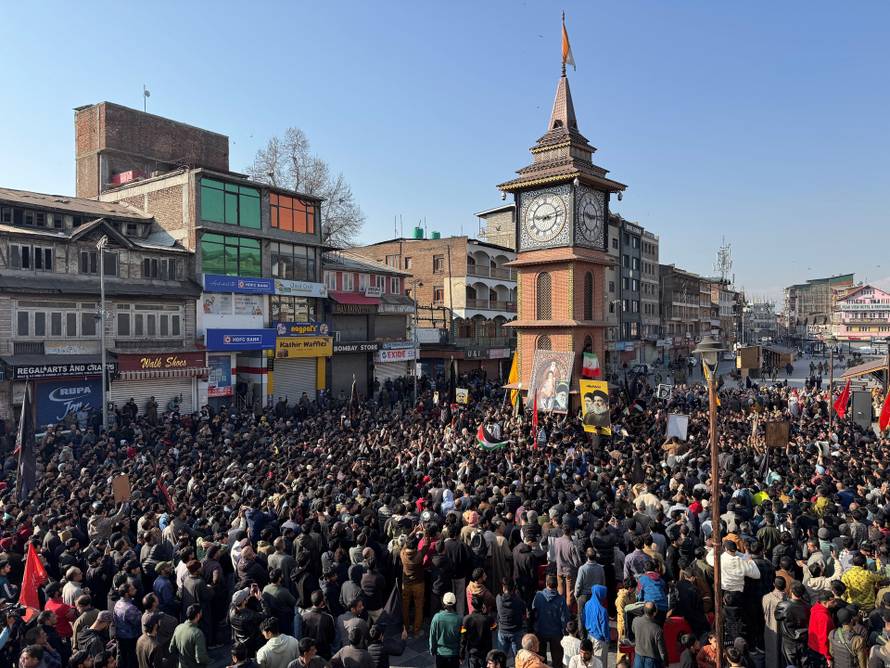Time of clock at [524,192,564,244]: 9:12
